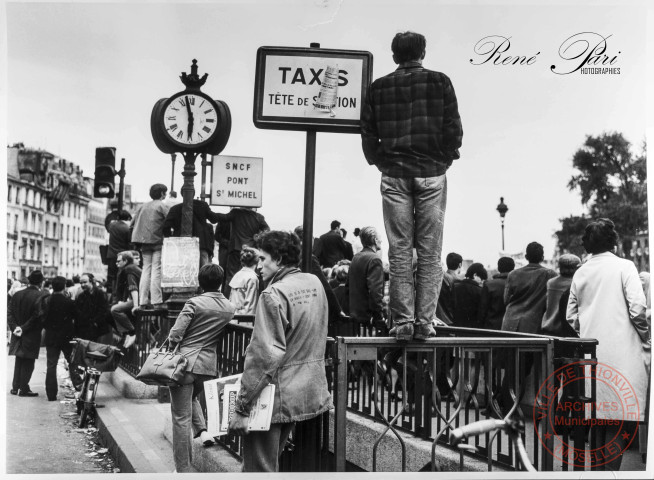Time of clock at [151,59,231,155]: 5:57
